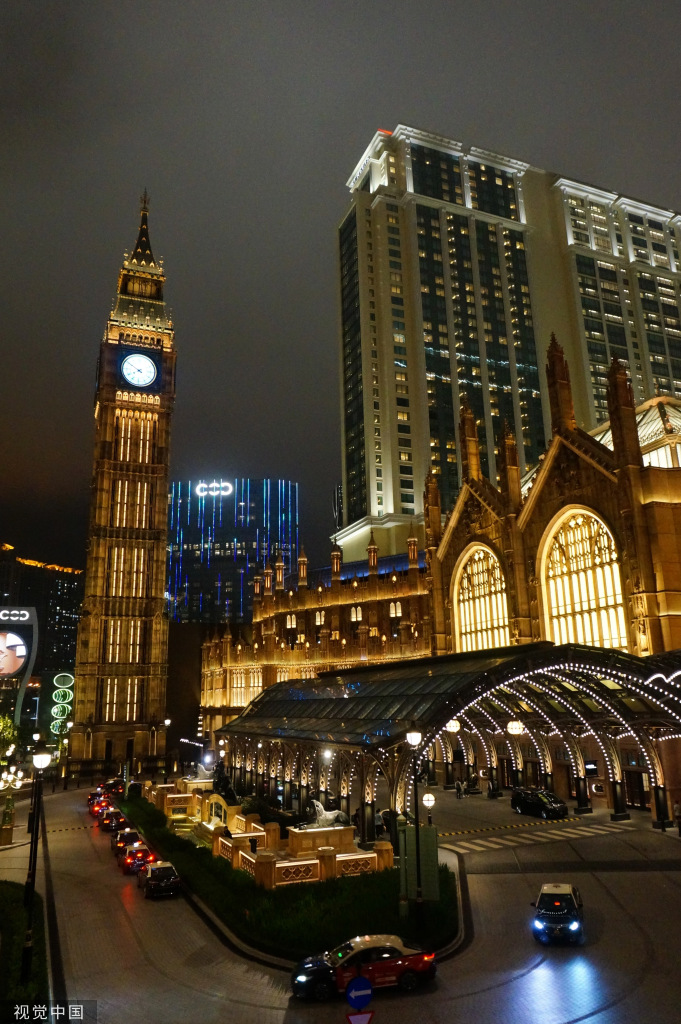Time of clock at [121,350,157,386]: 7:50
